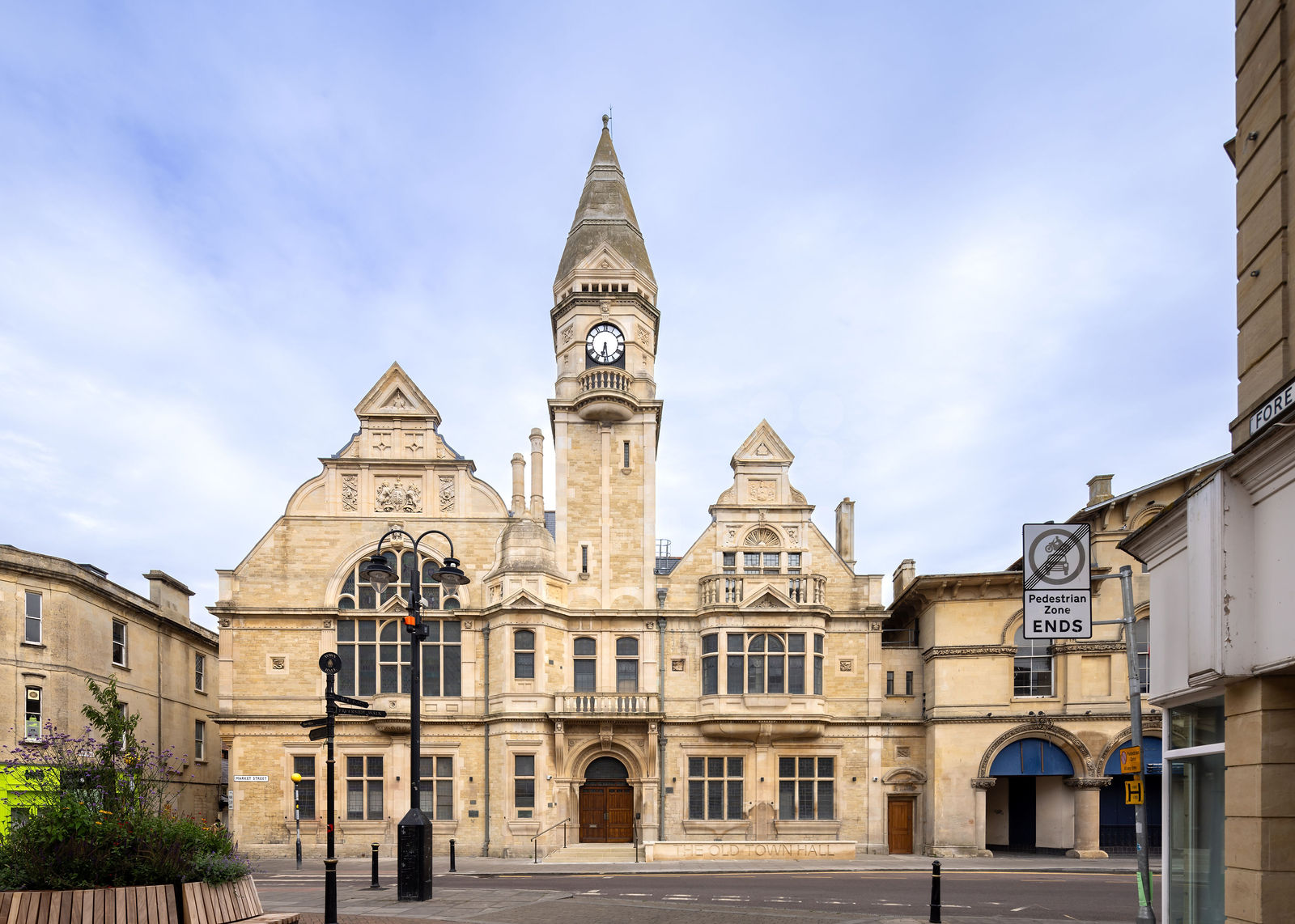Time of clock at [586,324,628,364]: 6:28
